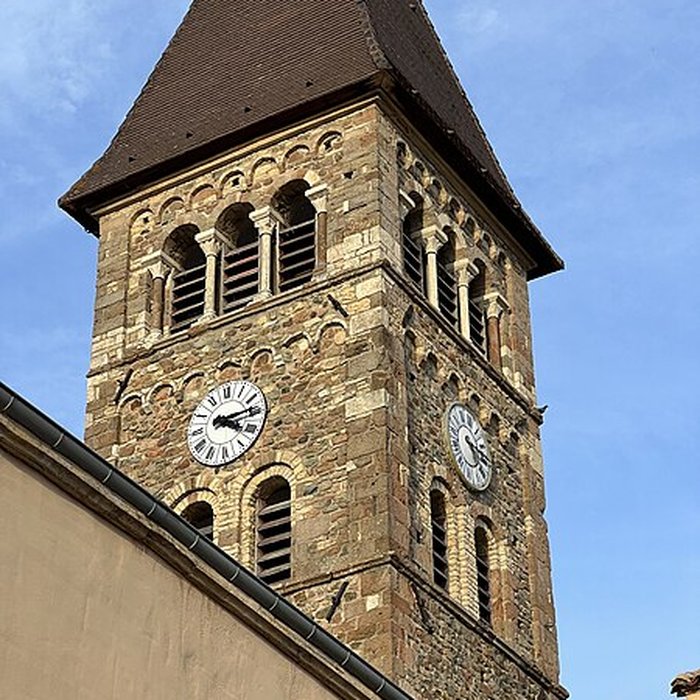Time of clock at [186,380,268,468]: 4:13
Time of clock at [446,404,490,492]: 5:18
